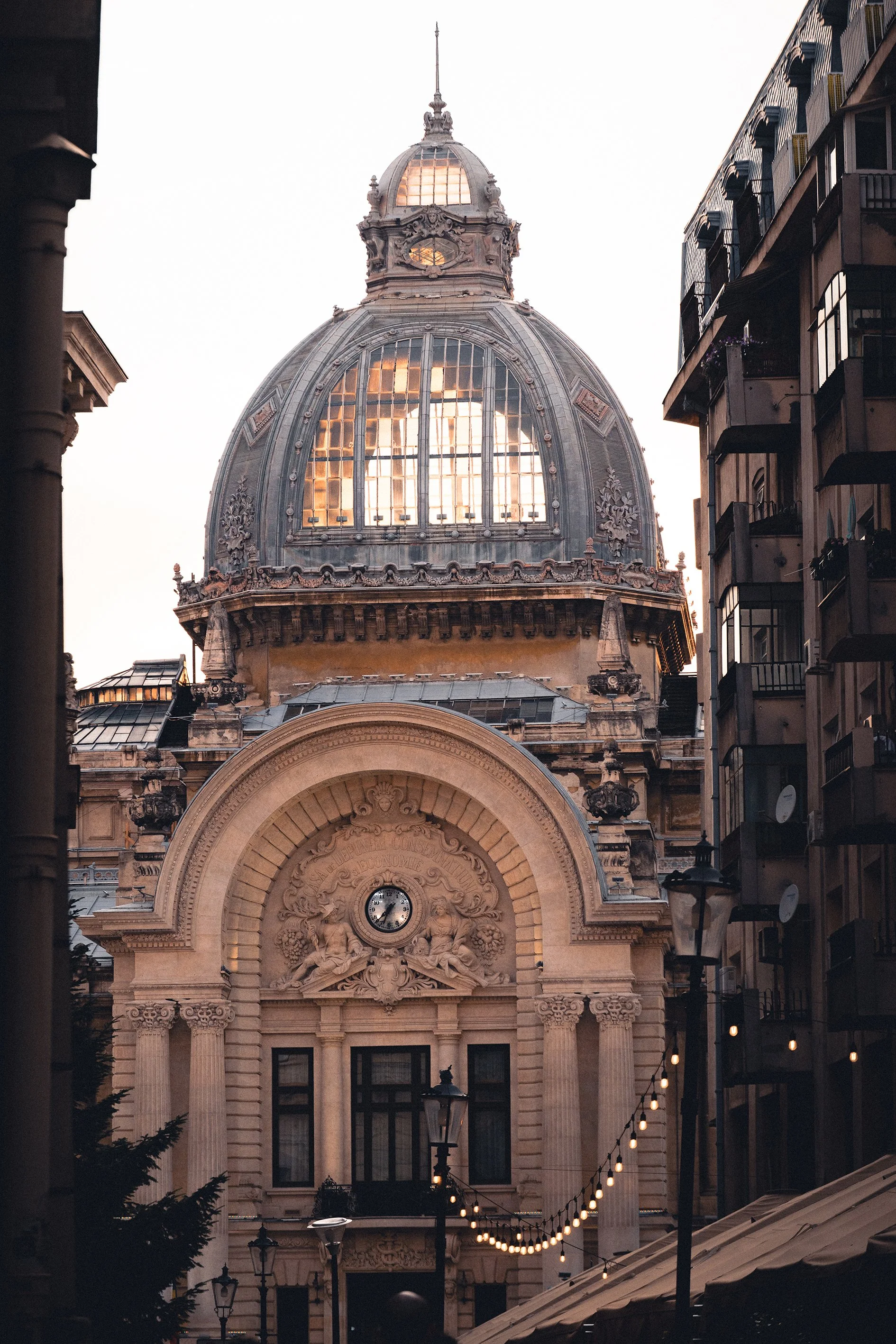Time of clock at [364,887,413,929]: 6:37
